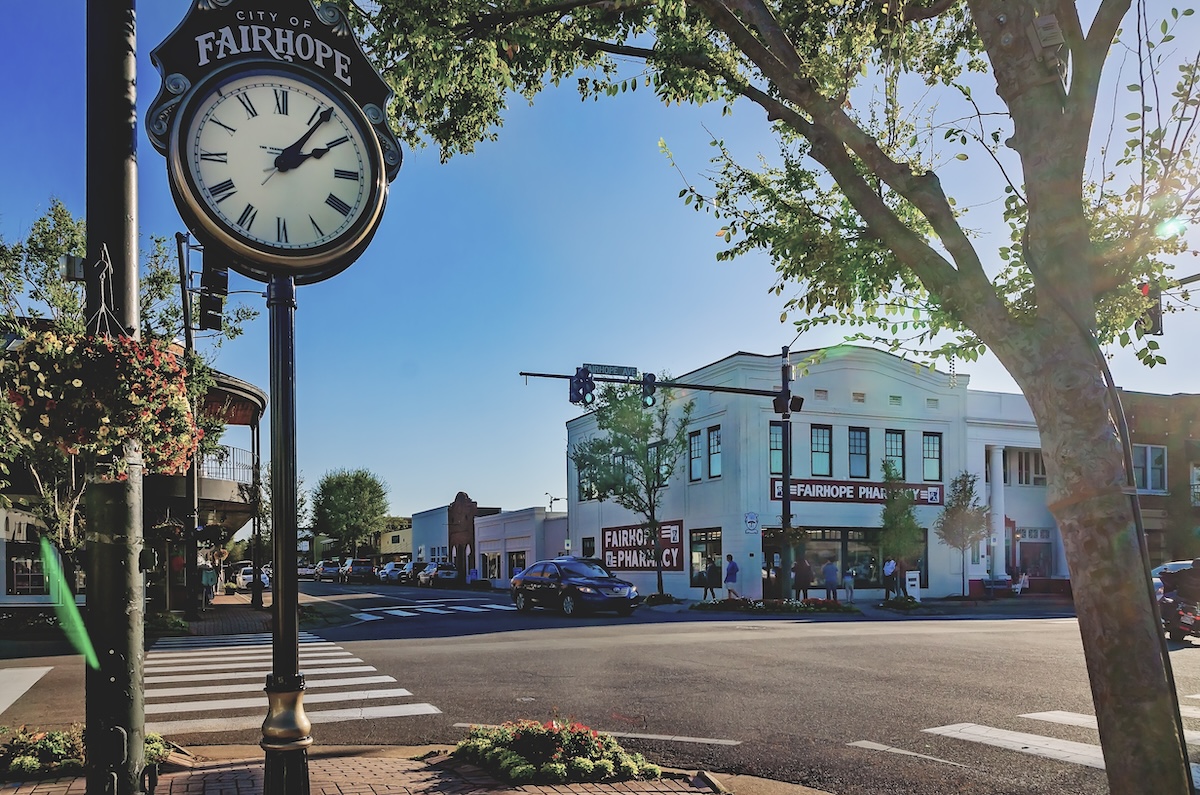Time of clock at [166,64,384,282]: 2:06
